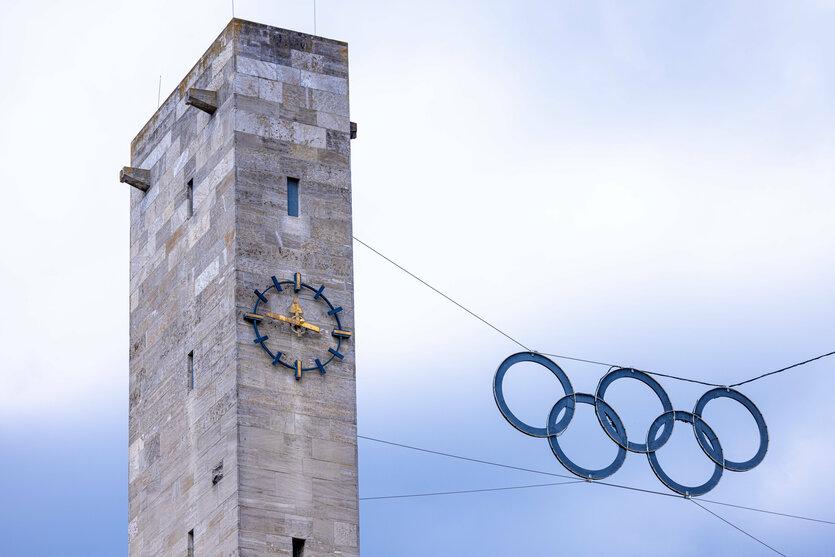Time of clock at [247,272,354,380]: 11:46
